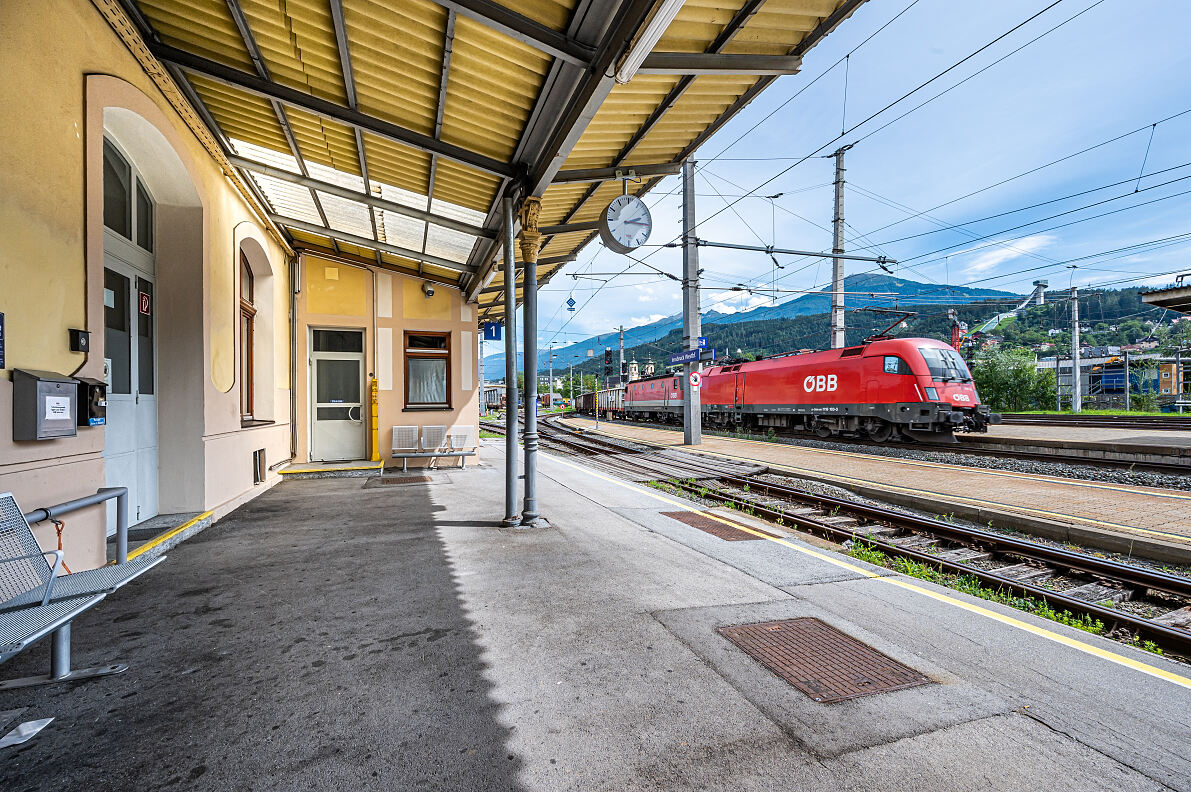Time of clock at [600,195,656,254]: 2:15
